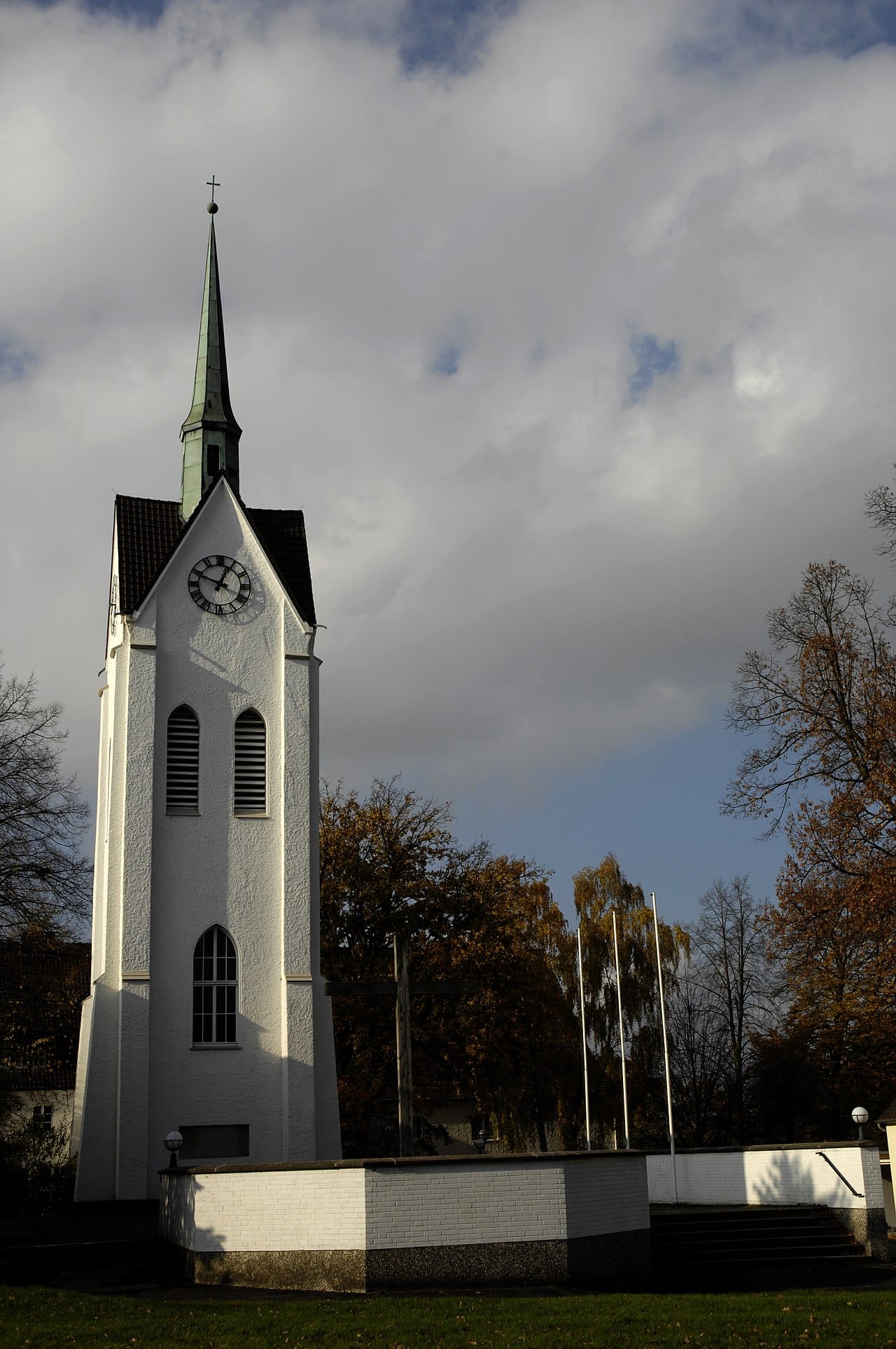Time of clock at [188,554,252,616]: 12:48
